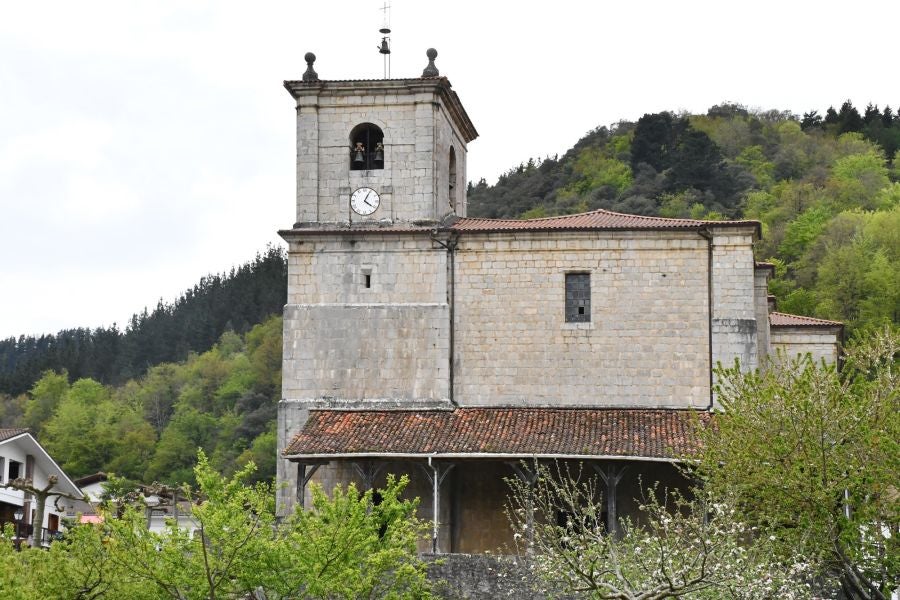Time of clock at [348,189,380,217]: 4:04
